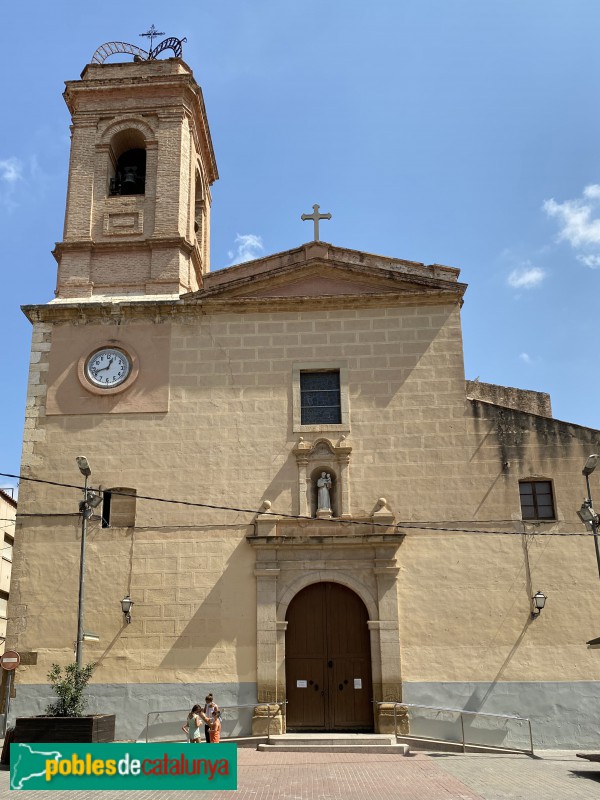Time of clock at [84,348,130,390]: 12:42
